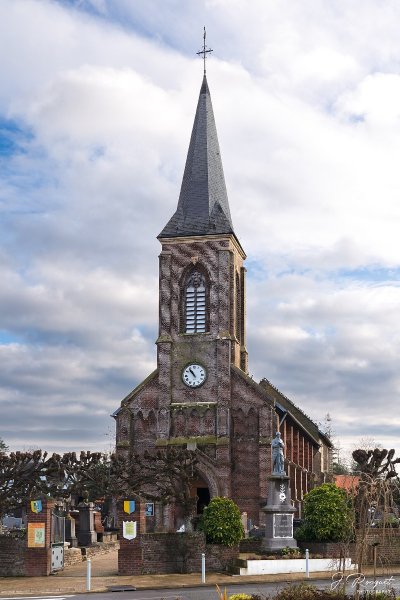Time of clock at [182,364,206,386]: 10:53
